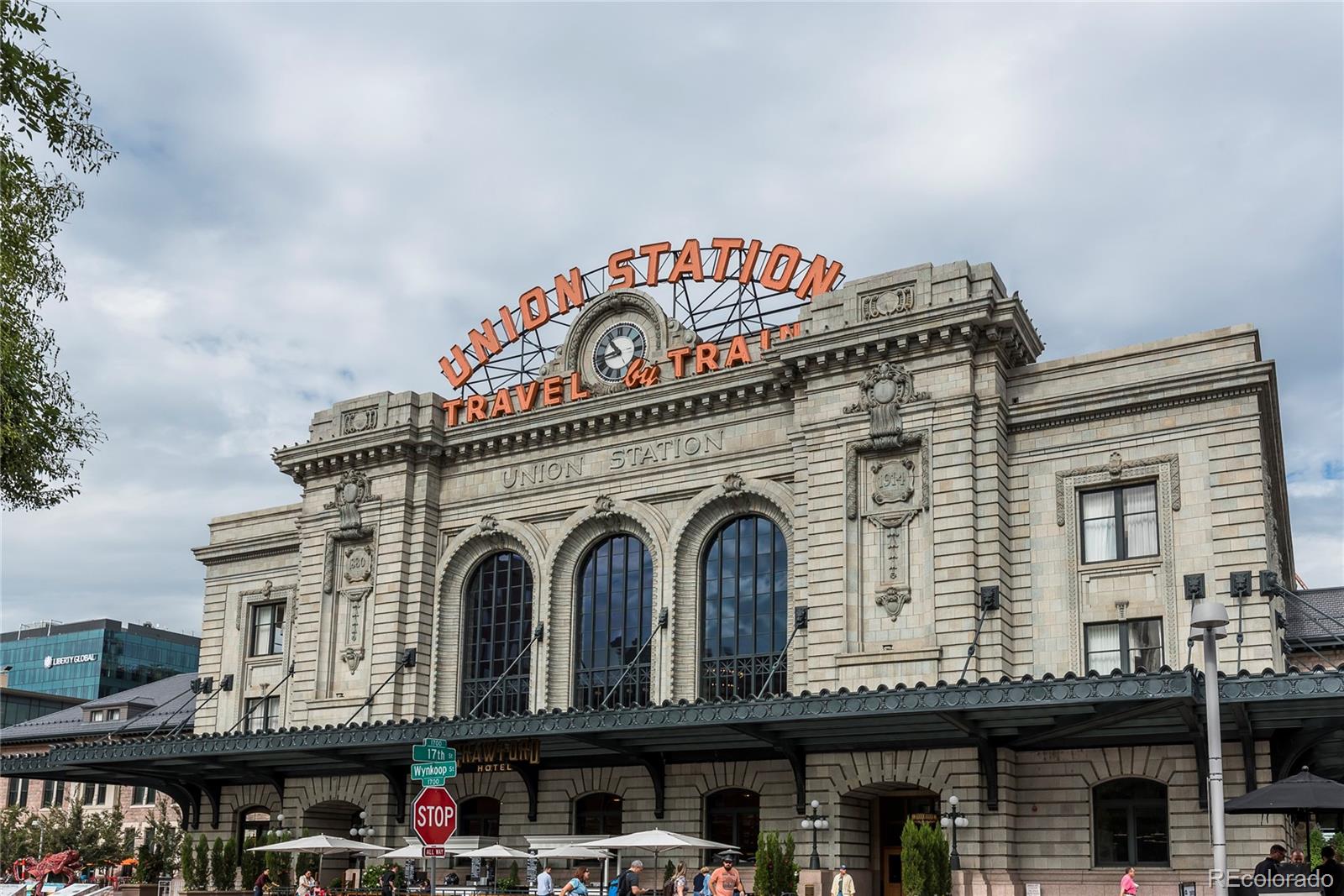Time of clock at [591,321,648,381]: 10:43
